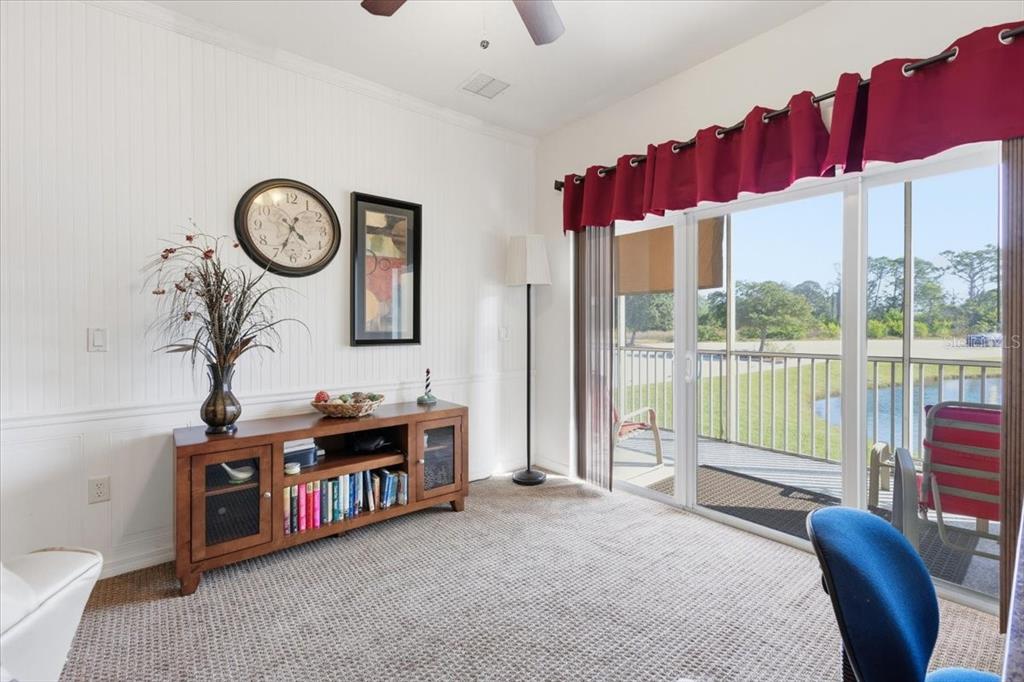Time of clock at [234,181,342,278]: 4:33
